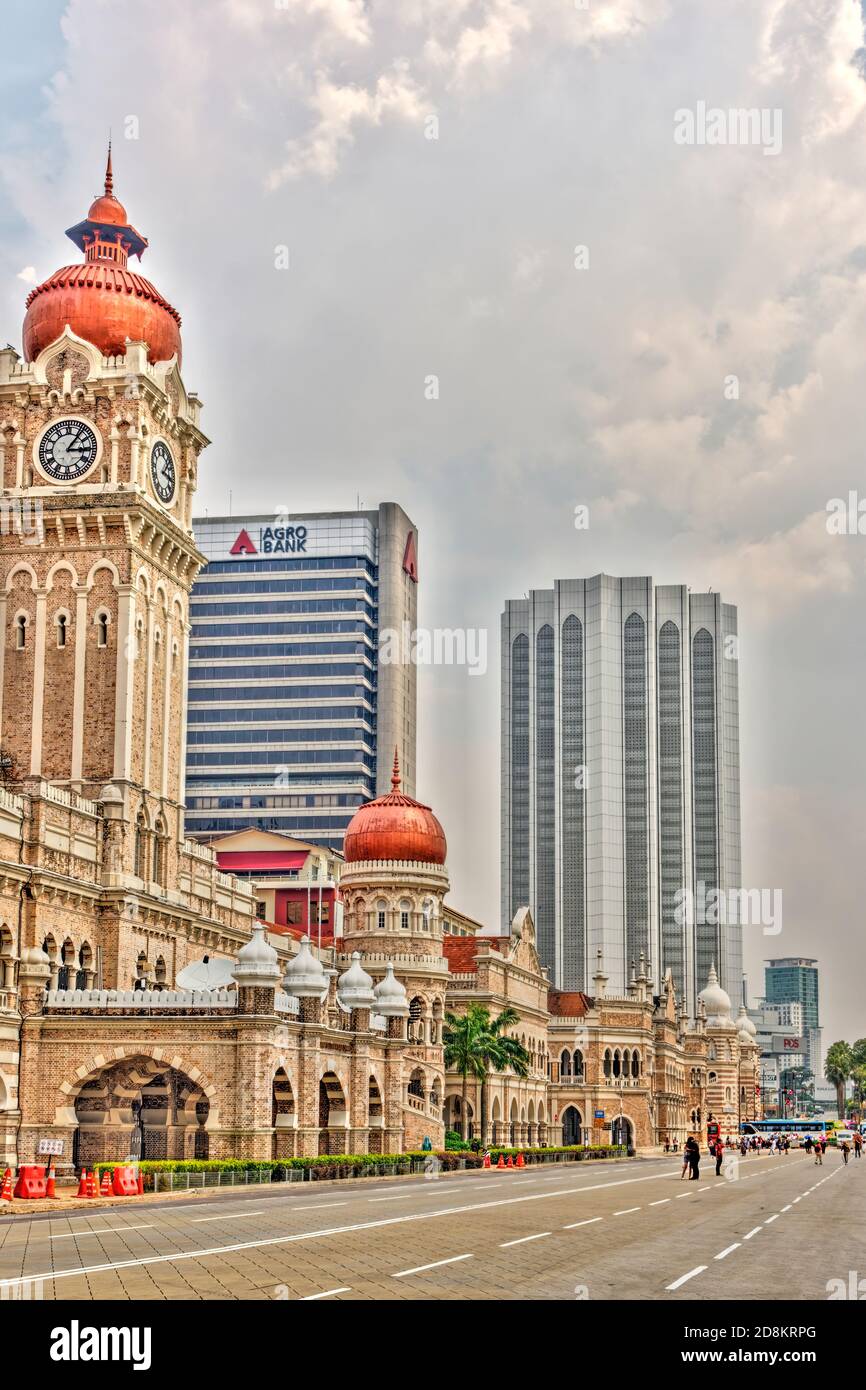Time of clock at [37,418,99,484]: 3:06
